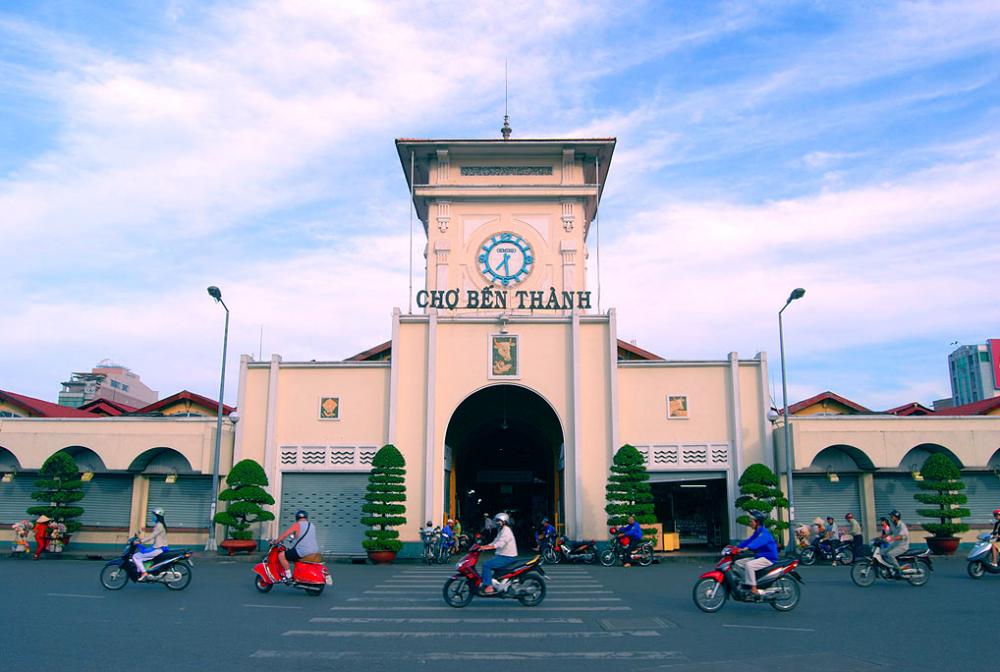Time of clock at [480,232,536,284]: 7:28
